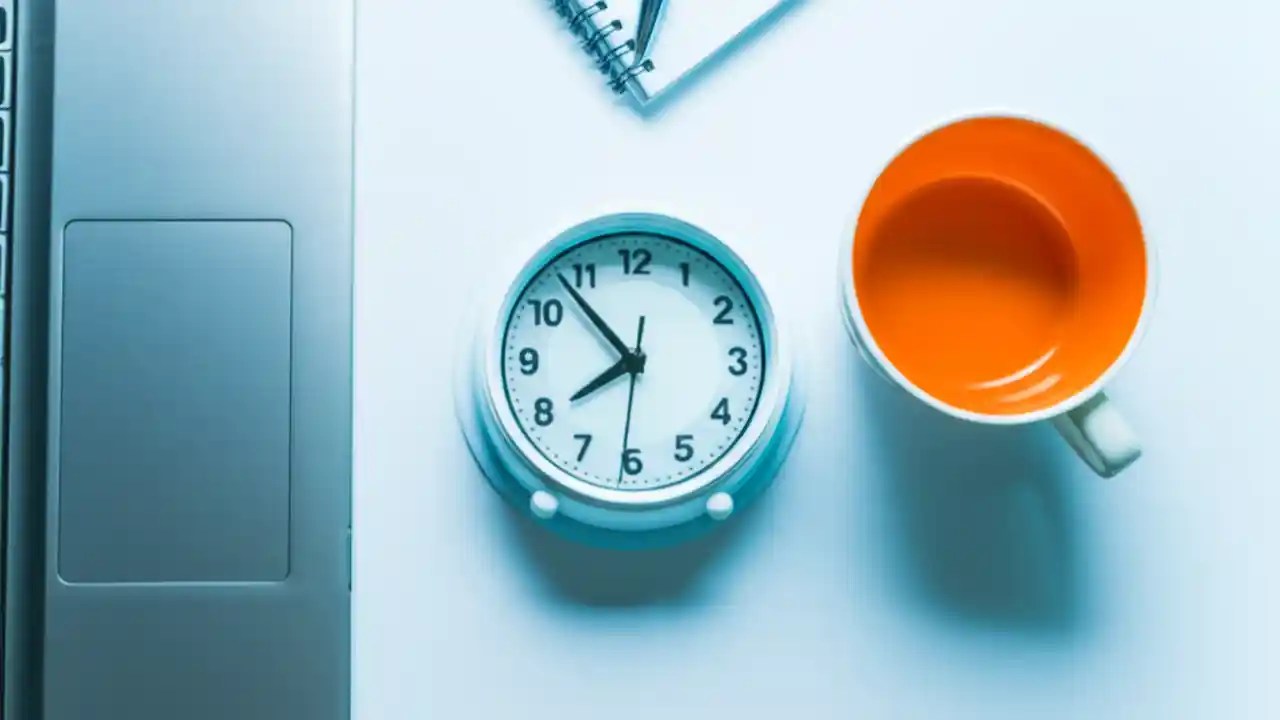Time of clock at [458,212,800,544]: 7:53
